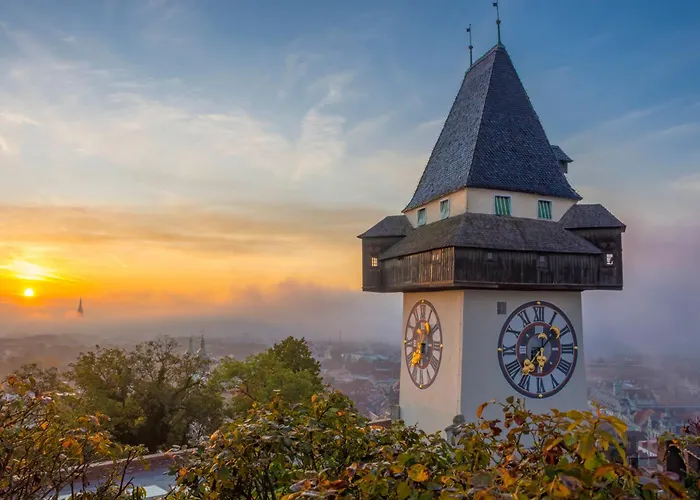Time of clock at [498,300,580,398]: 1:36
